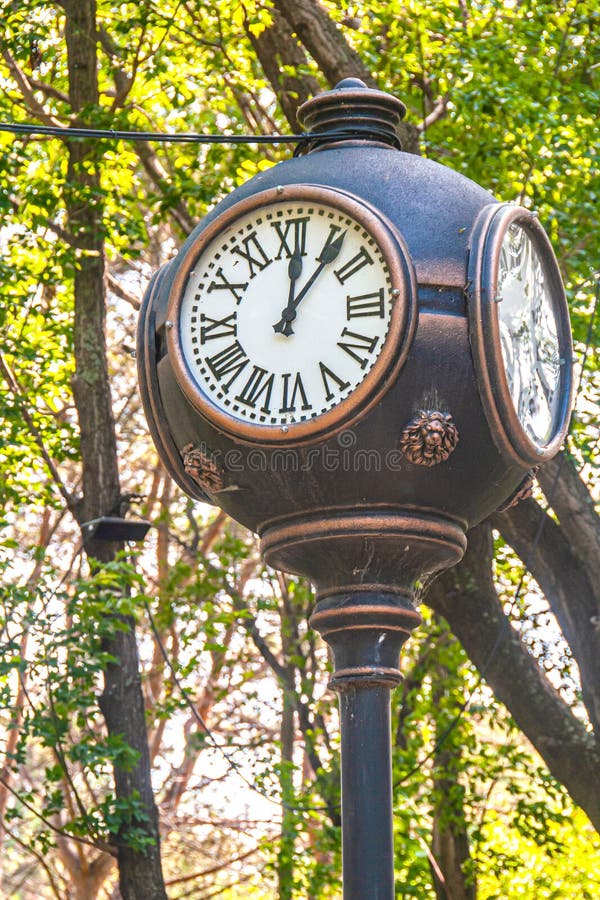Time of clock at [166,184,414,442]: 12:06
